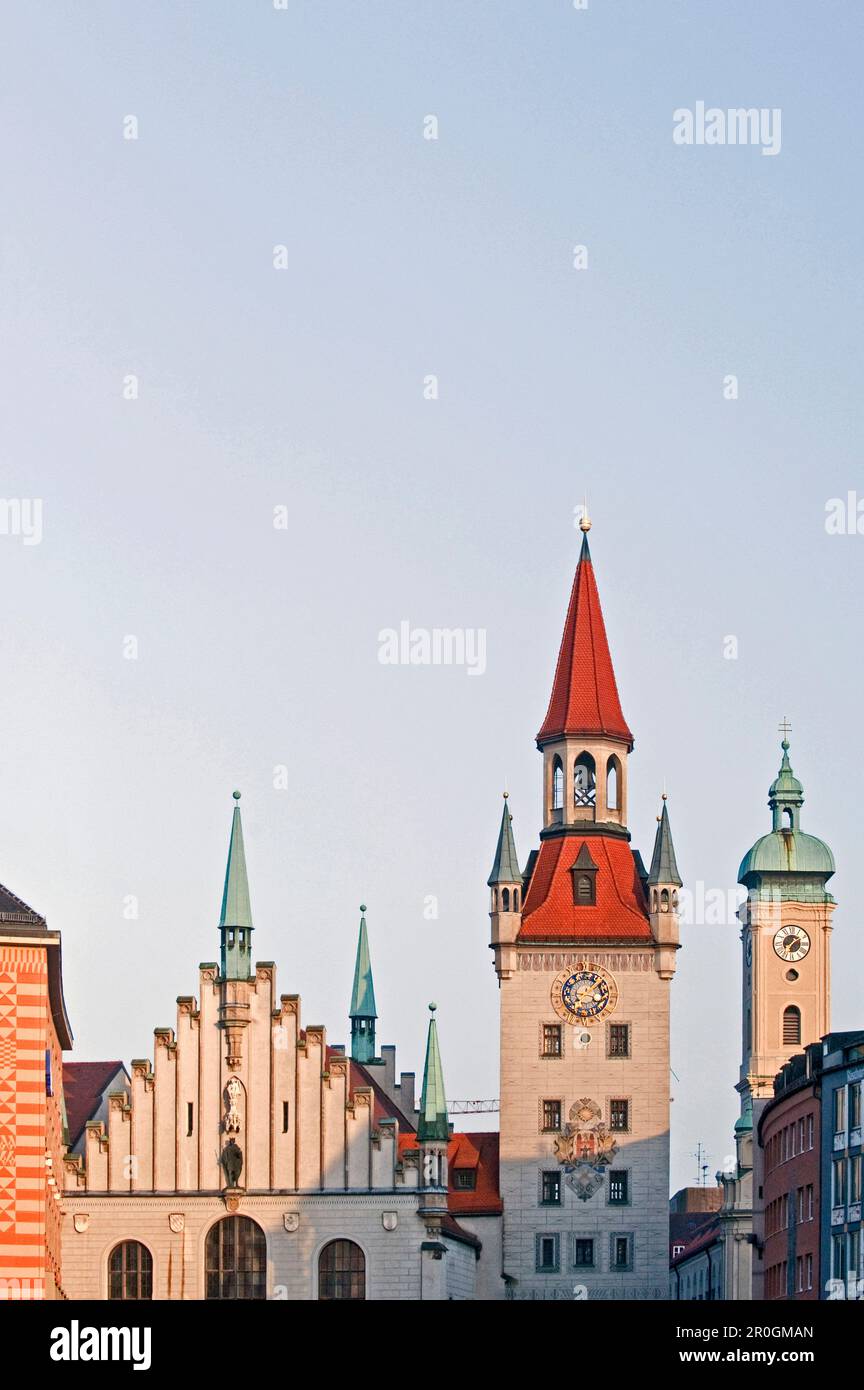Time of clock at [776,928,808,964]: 7:09
